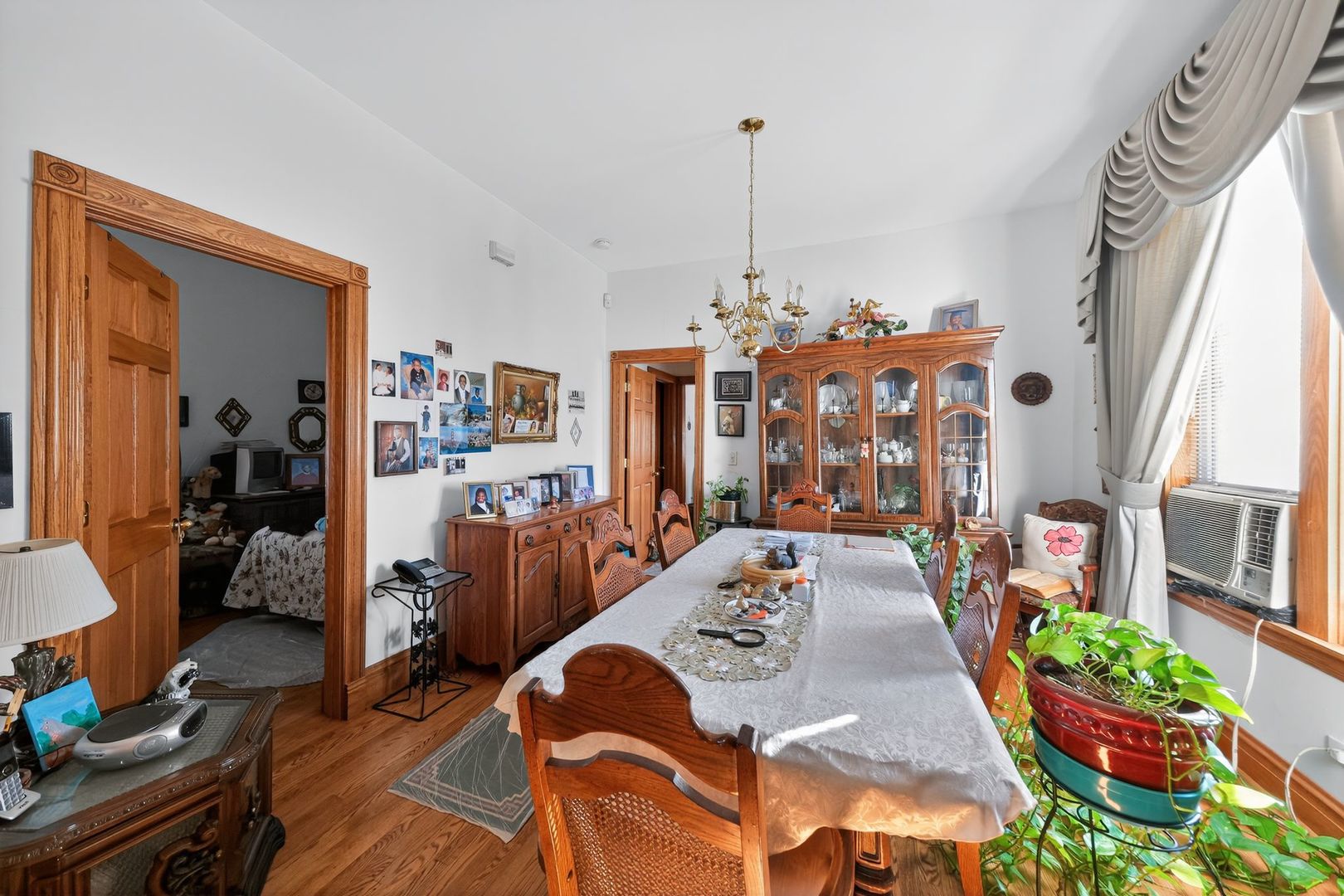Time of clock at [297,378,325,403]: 12:52
